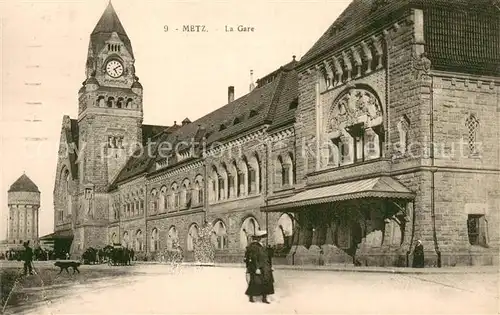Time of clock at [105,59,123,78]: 5:08
